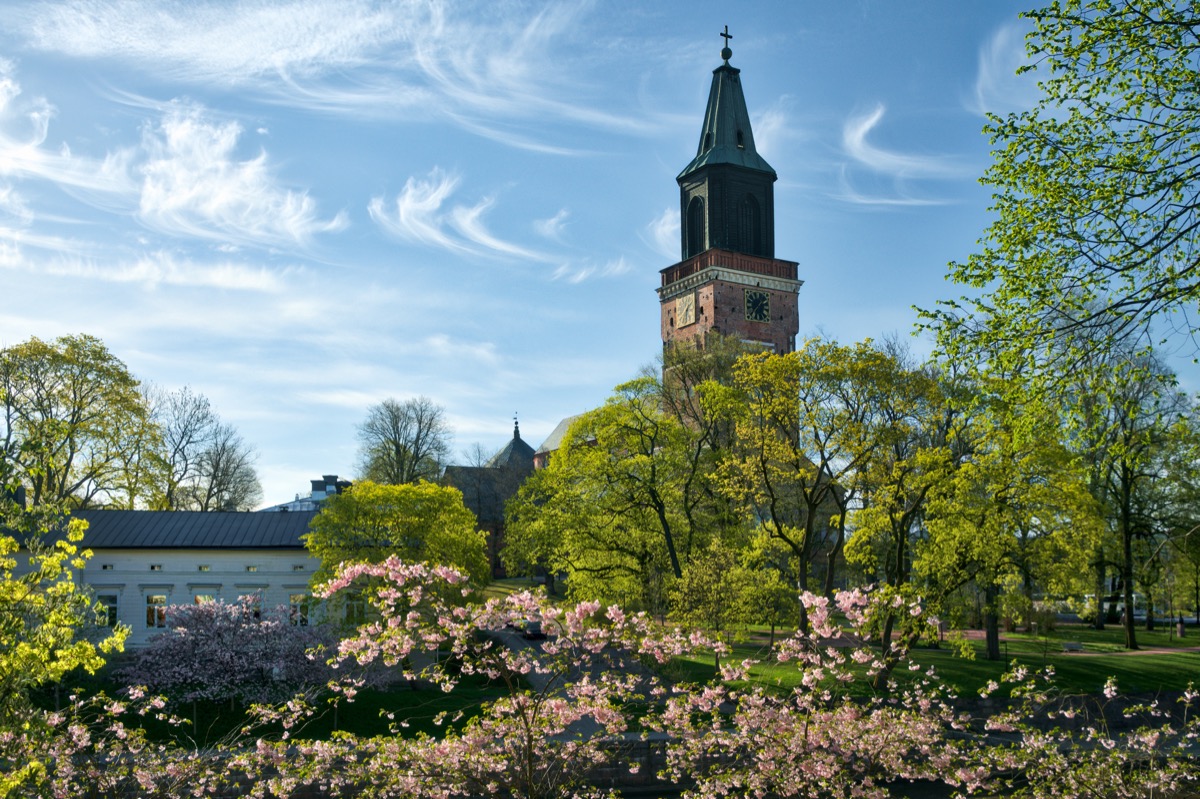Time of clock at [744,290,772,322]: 1:37
